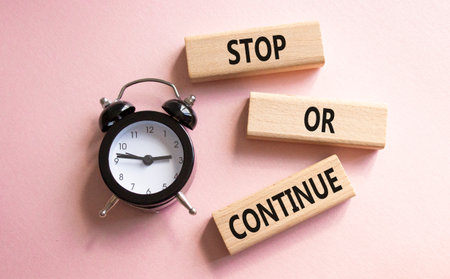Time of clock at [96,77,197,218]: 2:46
